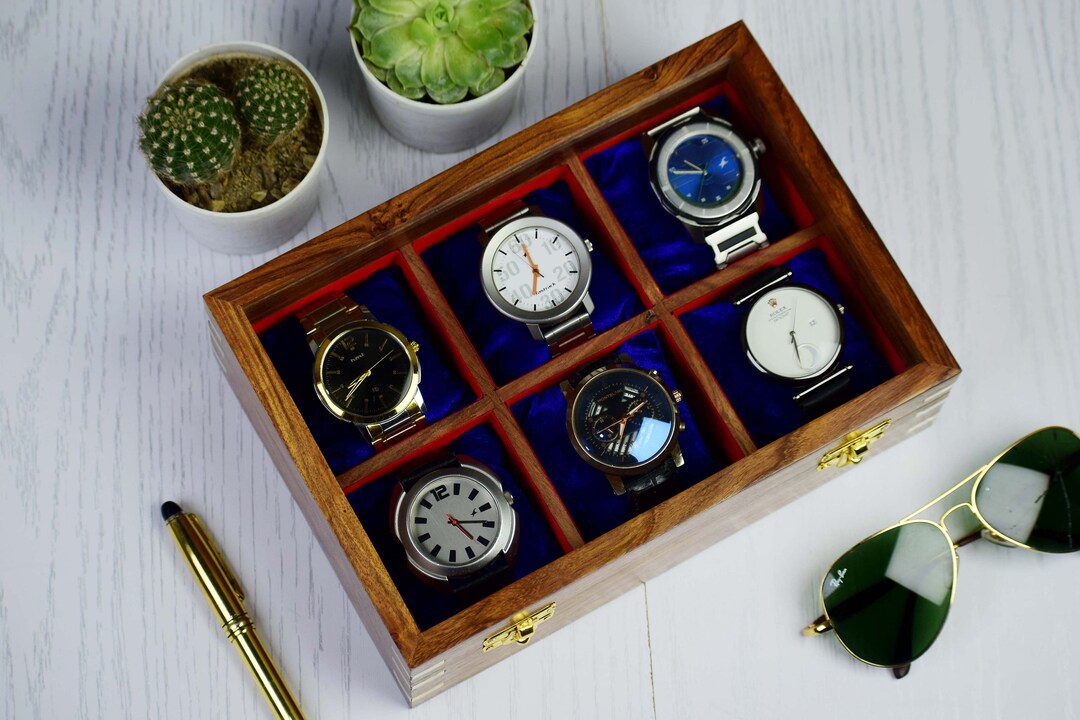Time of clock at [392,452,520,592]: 4:14
